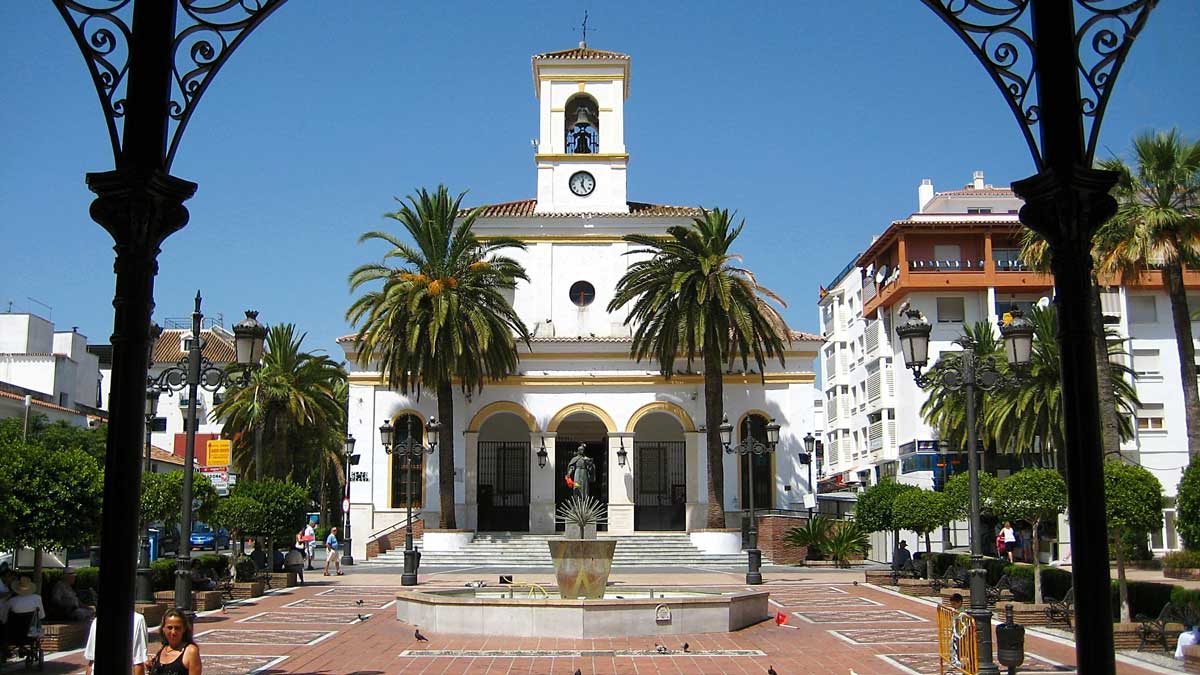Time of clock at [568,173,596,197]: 12:24
